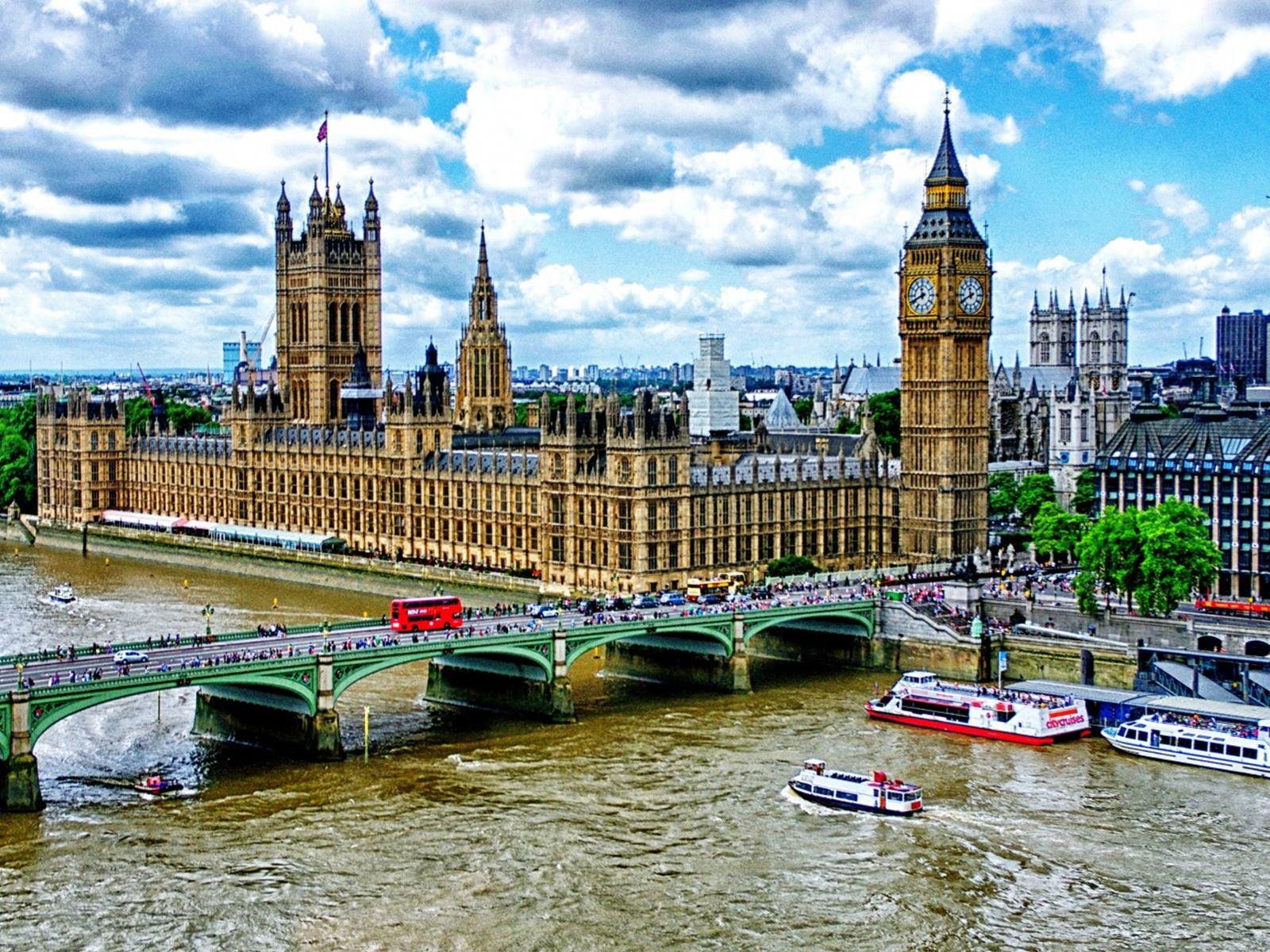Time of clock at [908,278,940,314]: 11:41
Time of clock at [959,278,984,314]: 11:40
